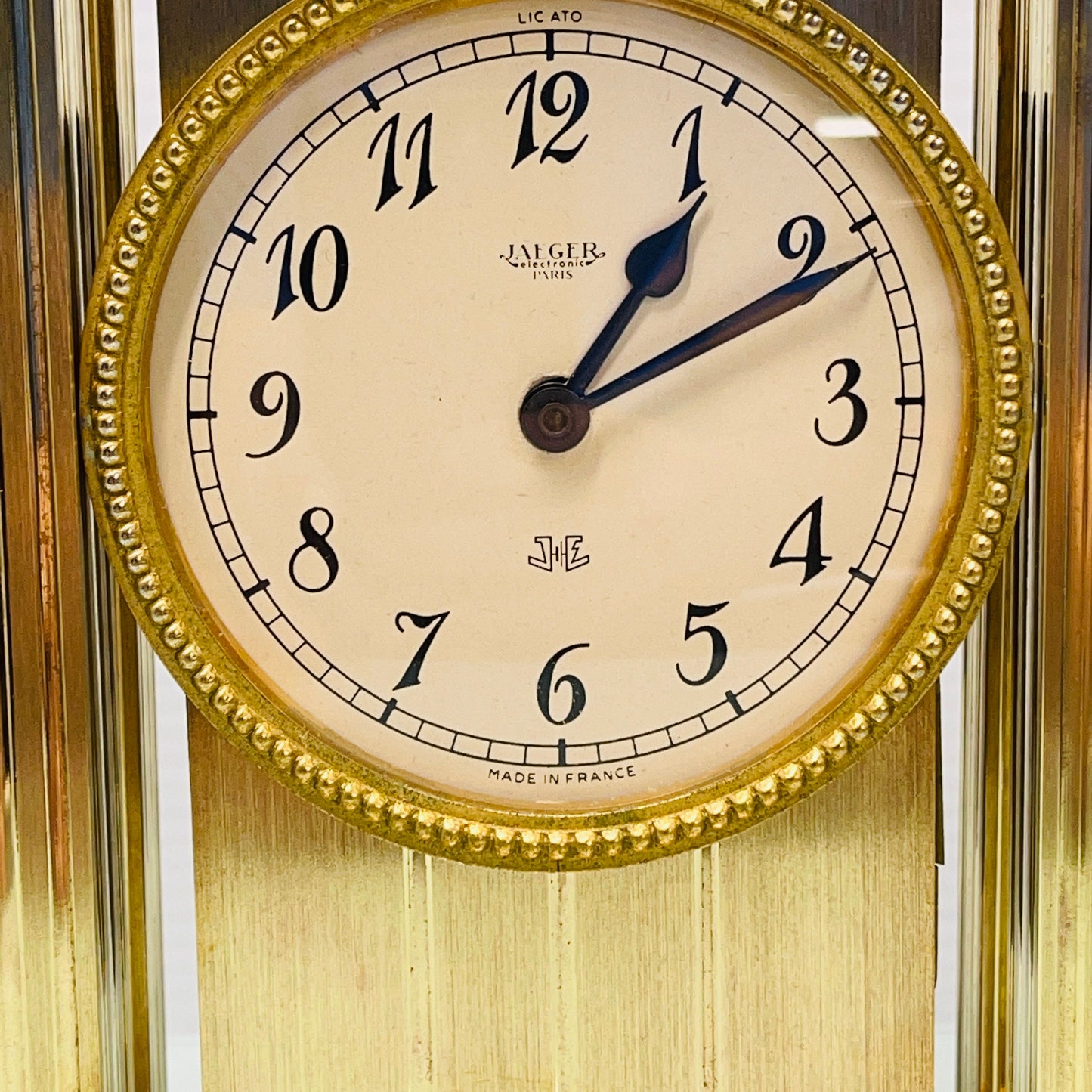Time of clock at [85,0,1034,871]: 1:10
